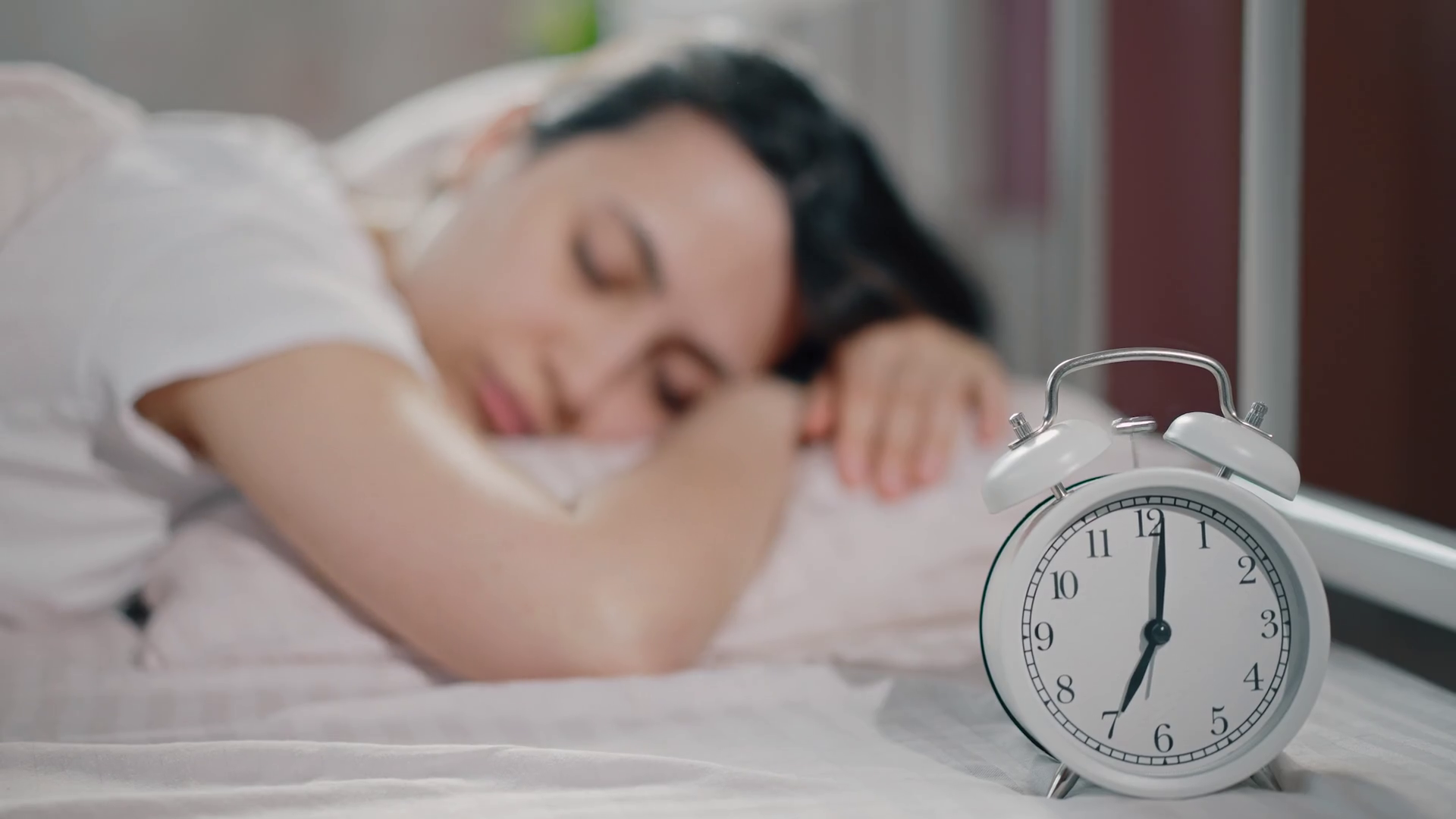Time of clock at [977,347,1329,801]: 7:01
